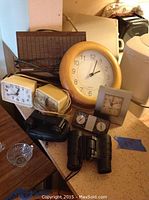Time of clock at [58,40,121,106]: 2:03
